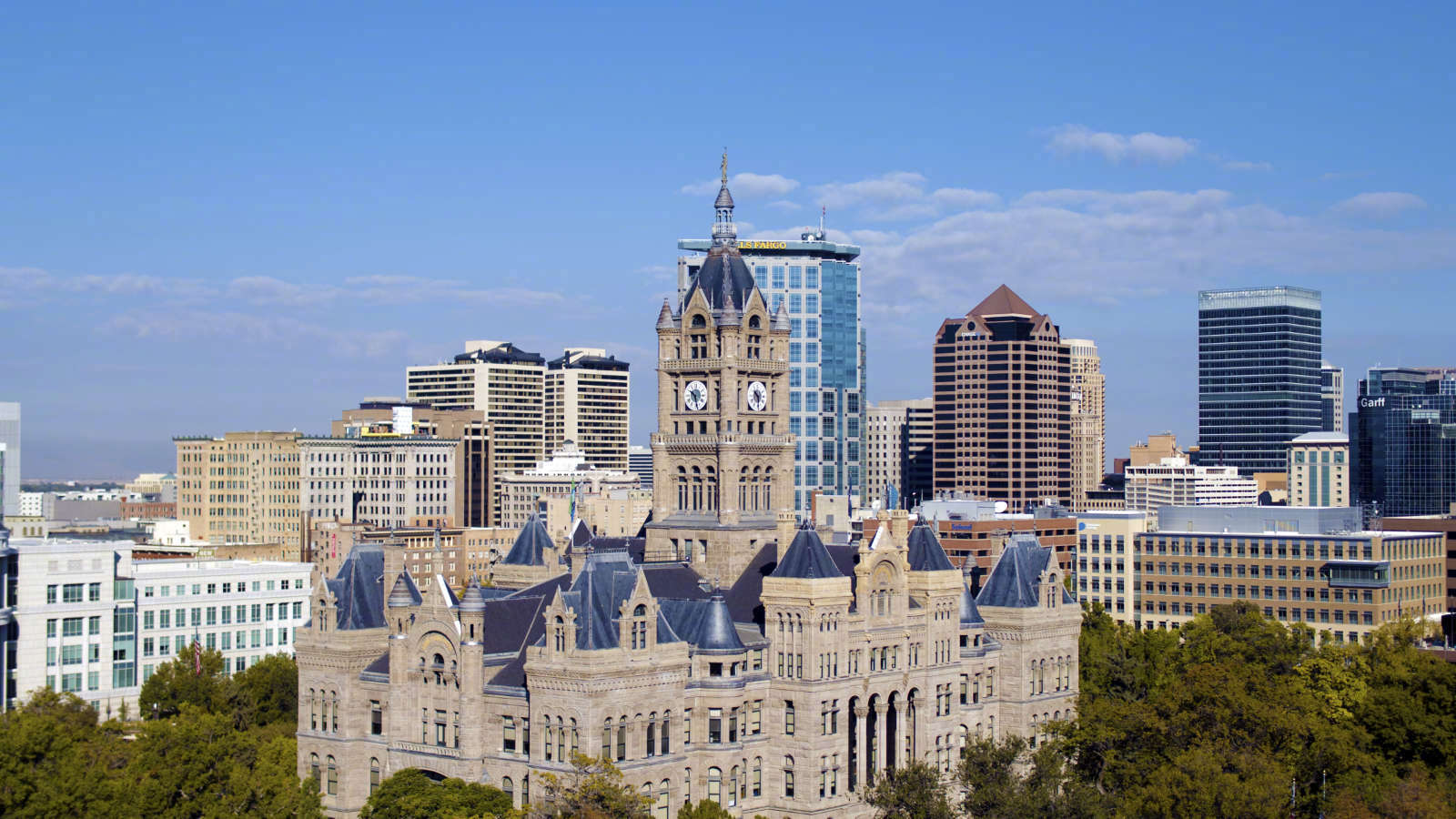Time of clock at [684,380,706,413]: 10:28
